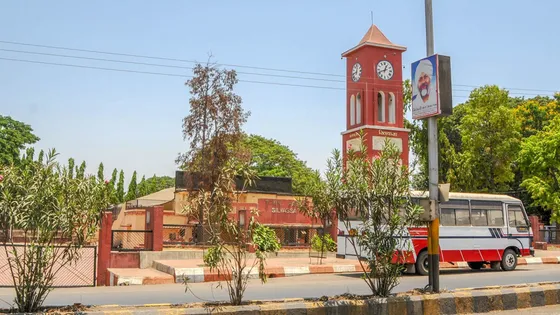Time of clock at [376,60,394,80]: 12:41
